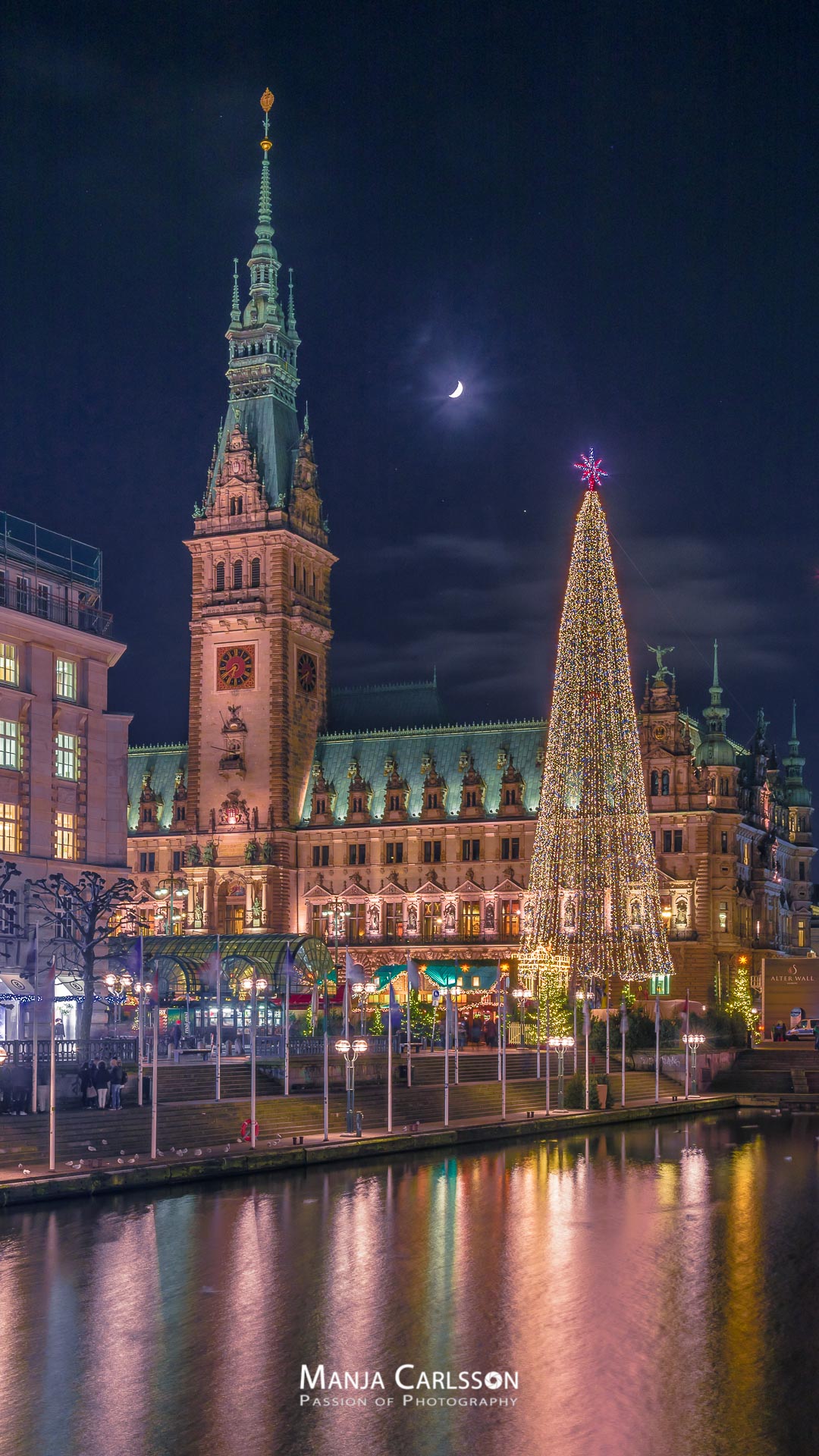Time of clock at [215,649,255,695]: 6:38
